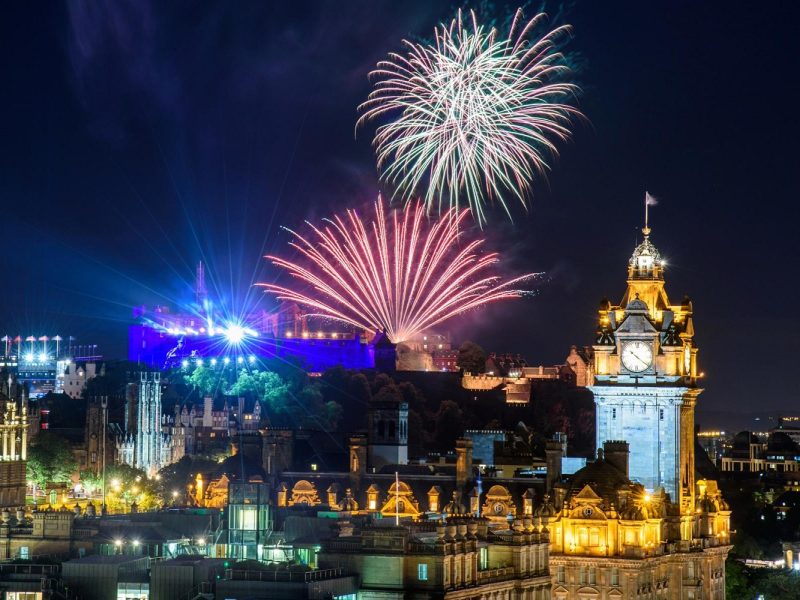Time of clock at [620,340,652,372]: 10:21
